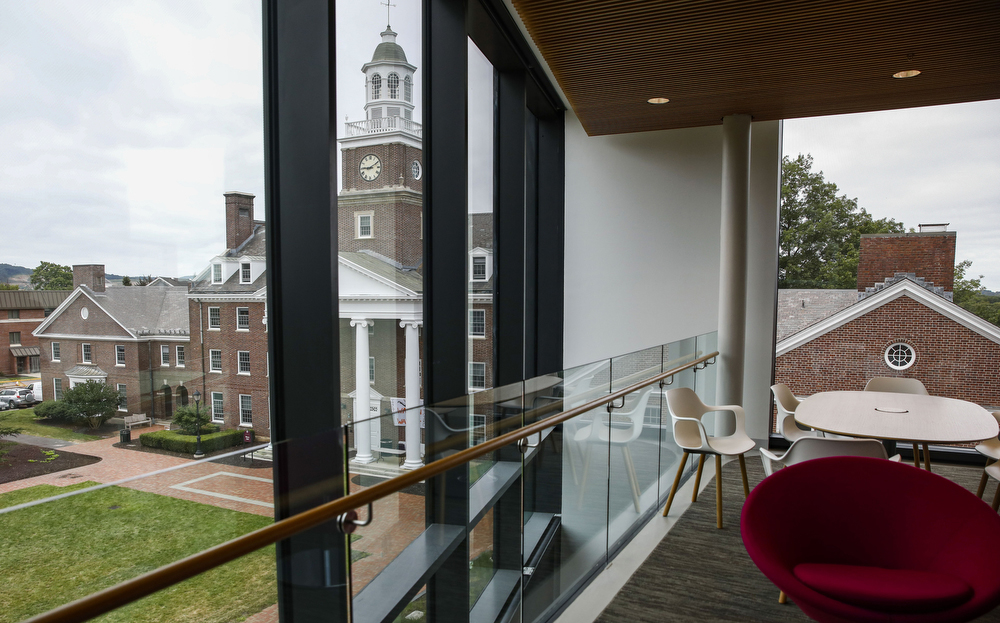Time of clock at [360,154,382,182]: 9:10
